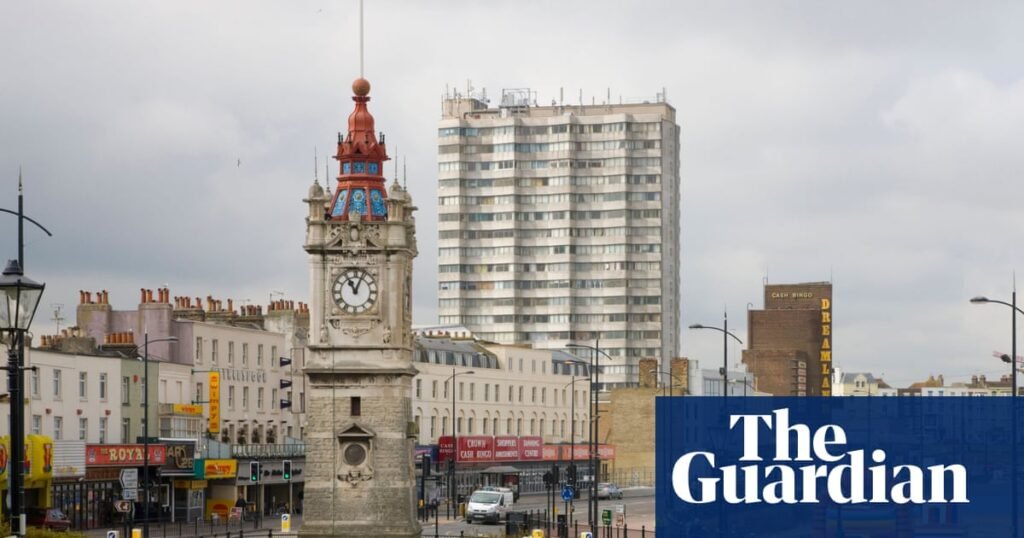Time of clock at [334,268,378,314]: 11:03
